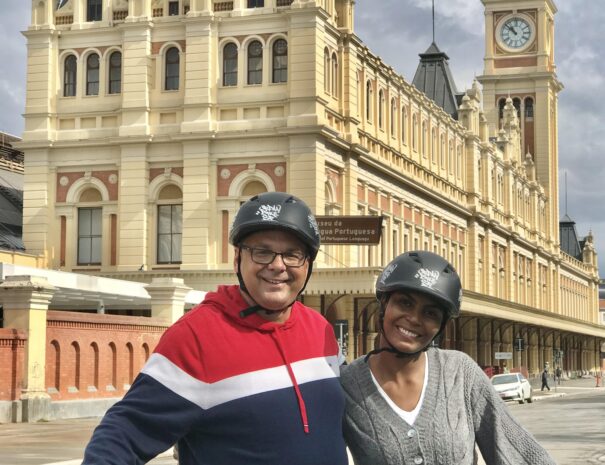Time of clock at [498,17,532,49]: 10:52
